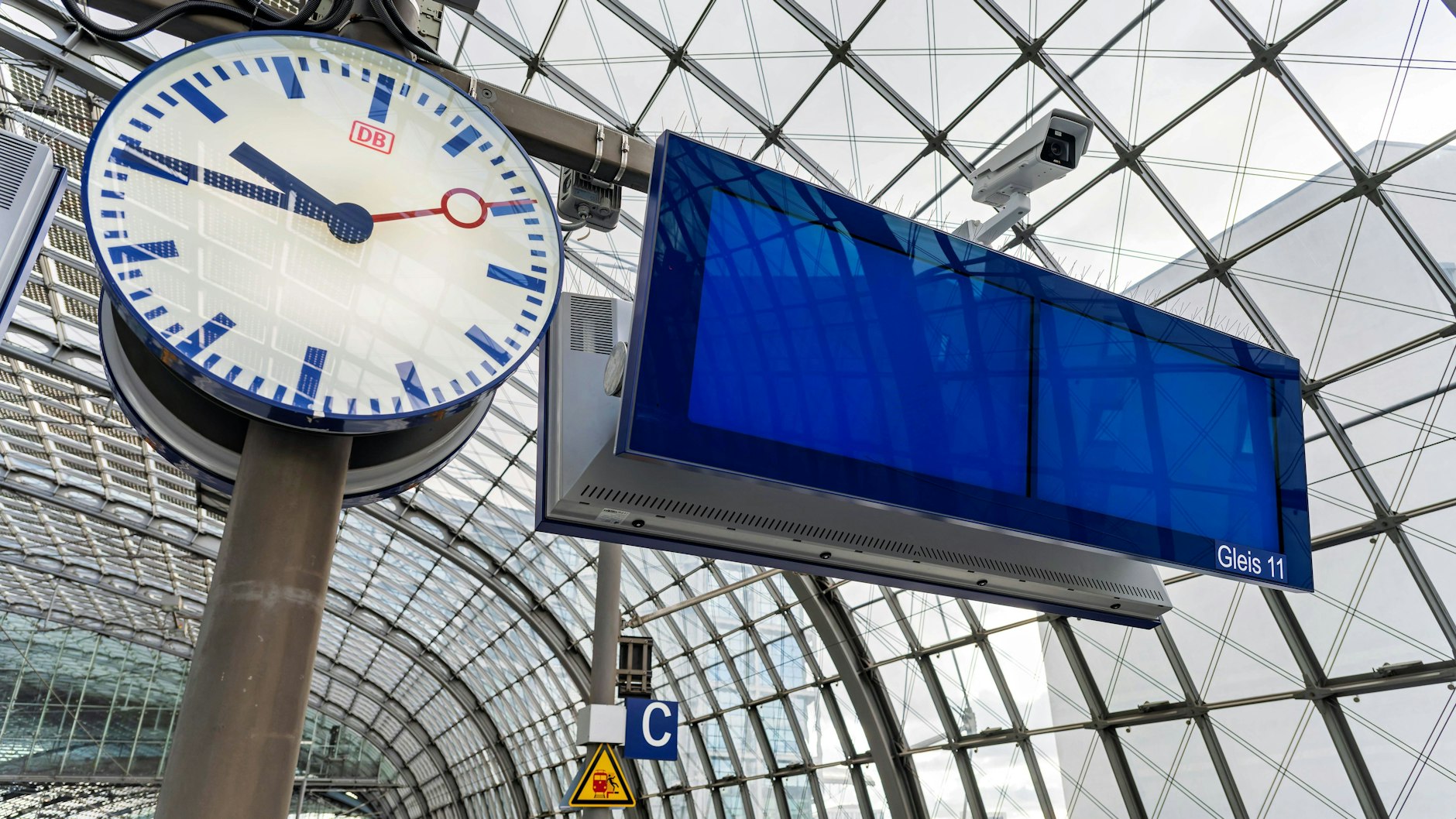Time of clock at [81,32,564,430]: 9:45
